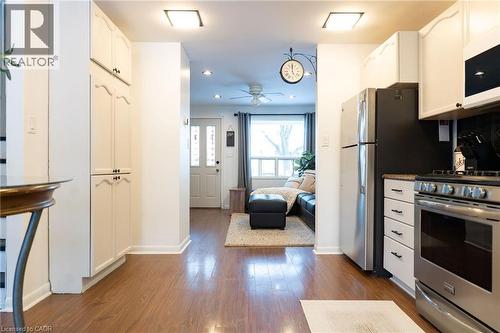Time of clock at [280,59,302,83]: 5:00
